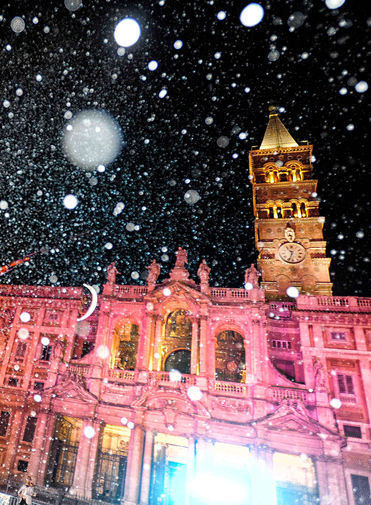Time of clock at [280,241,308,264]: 10:32
